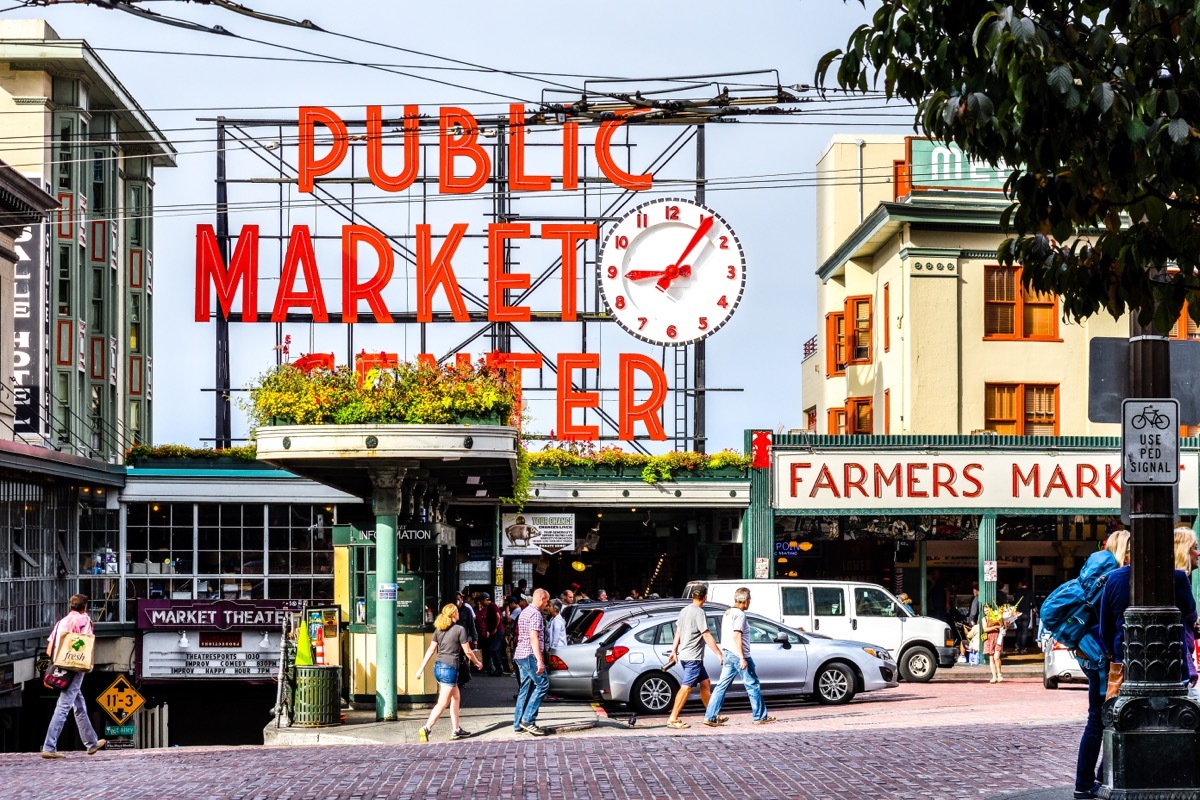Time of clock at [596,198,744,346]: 9:06
